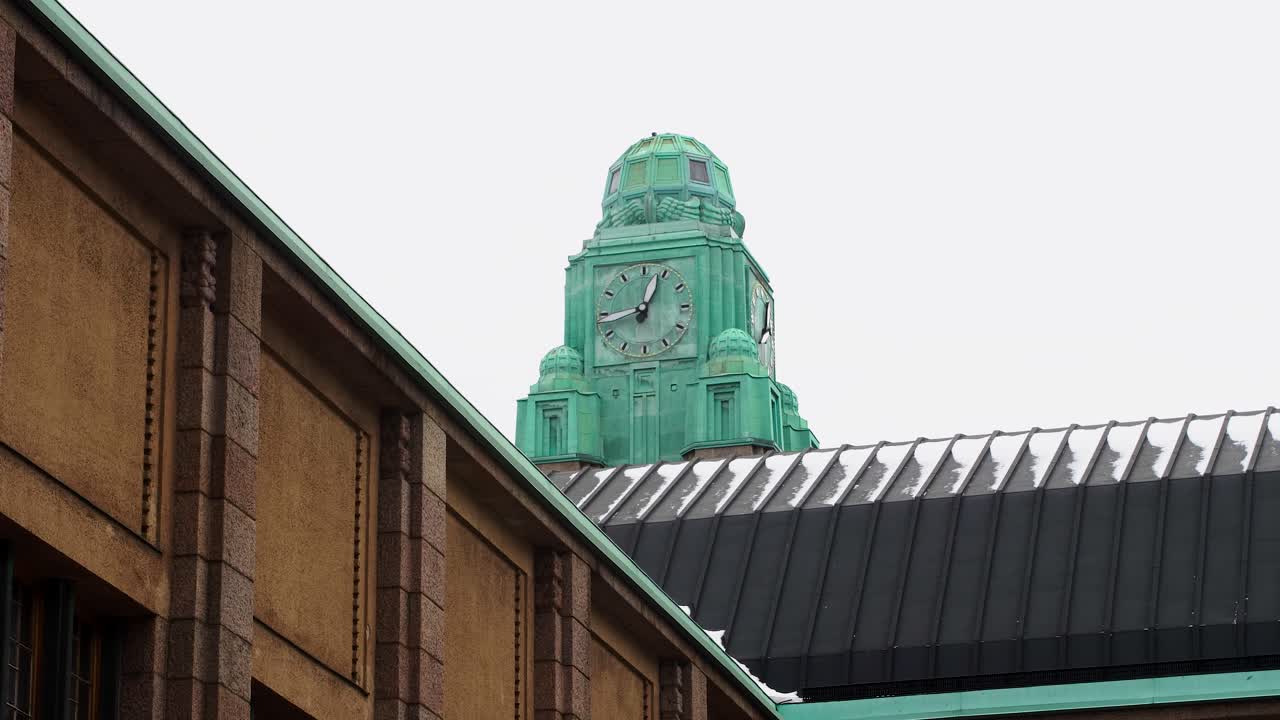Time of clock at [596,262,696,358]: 12:43
